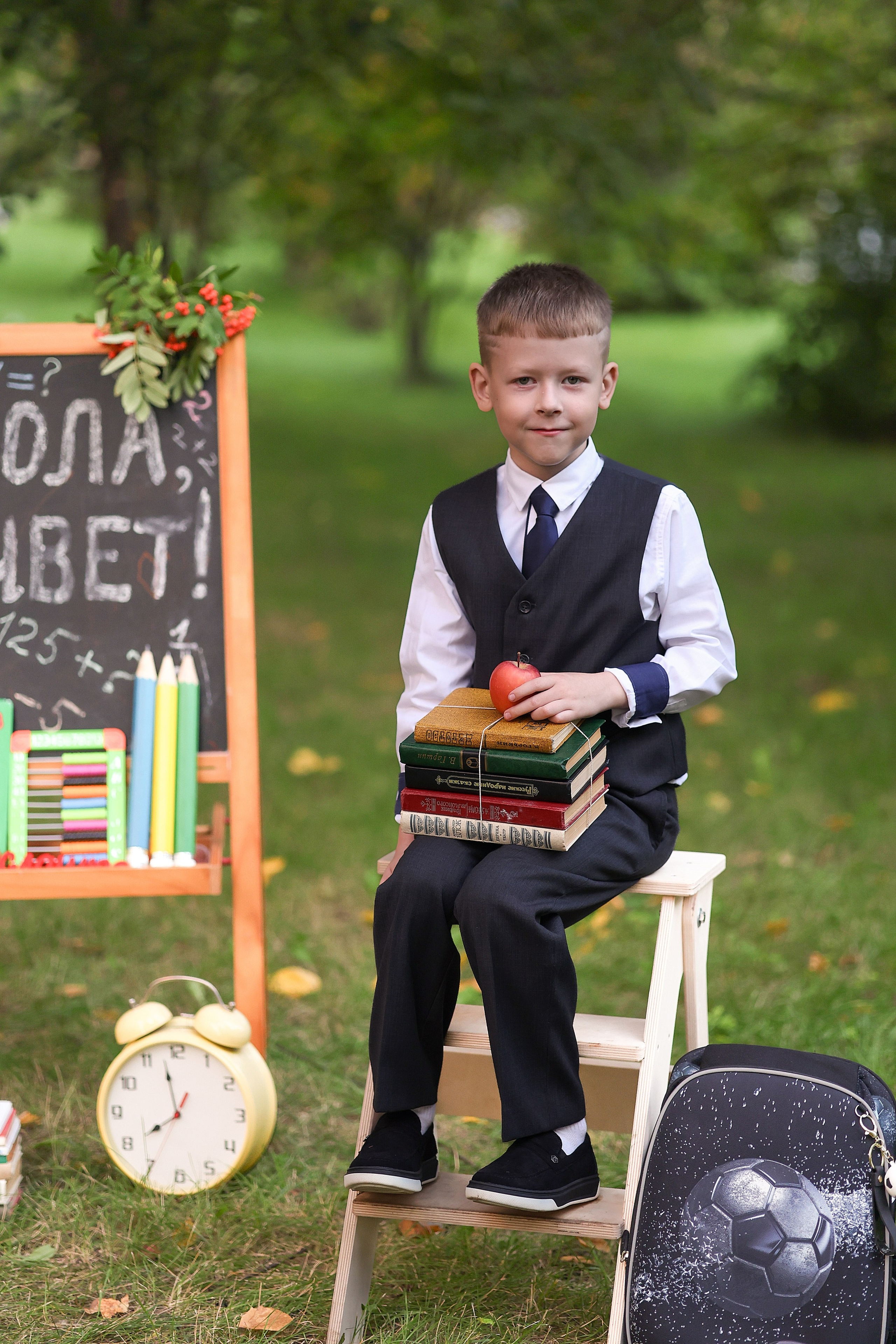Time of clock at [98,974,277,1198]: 7:58
